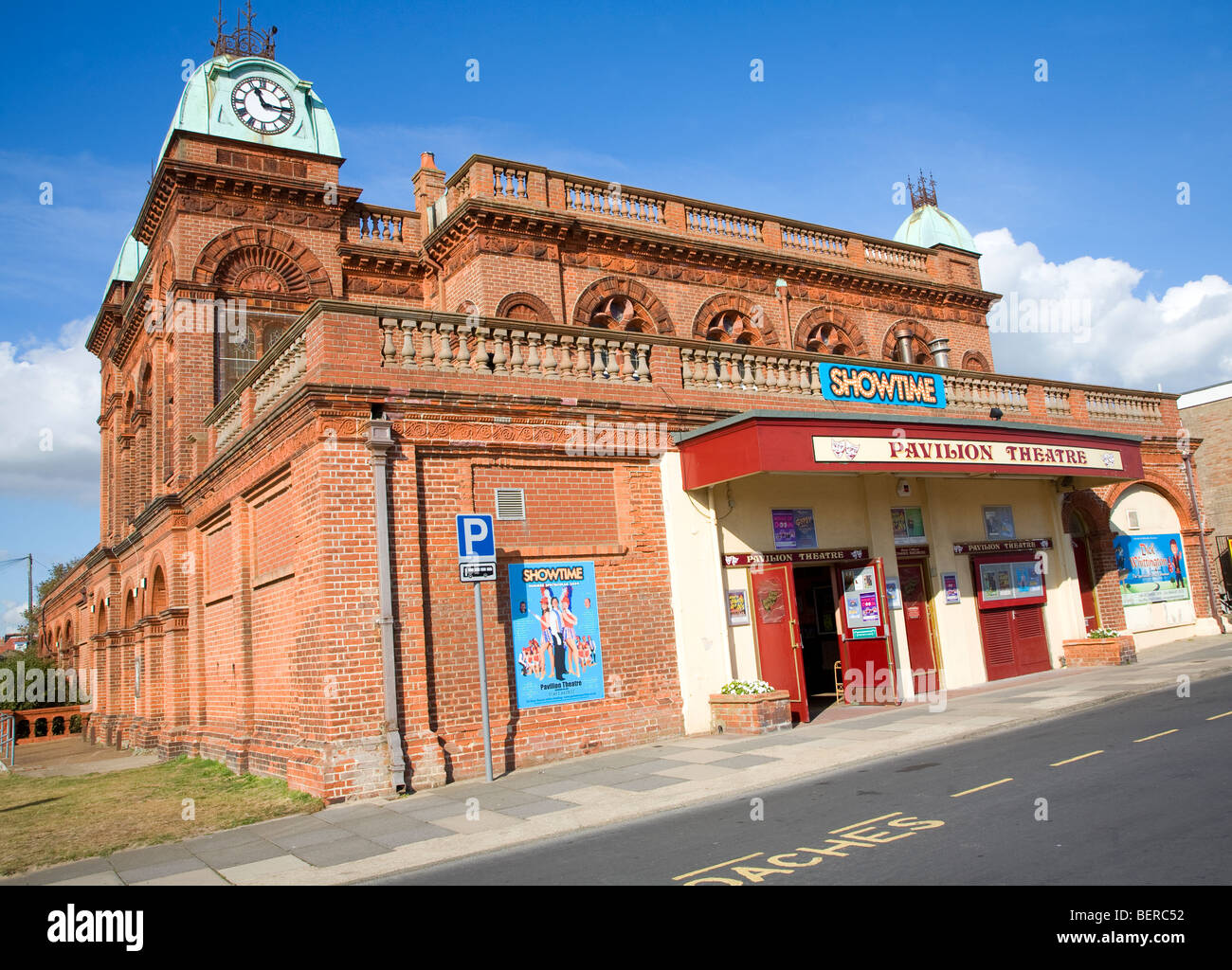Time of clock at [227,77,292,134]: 11:15
